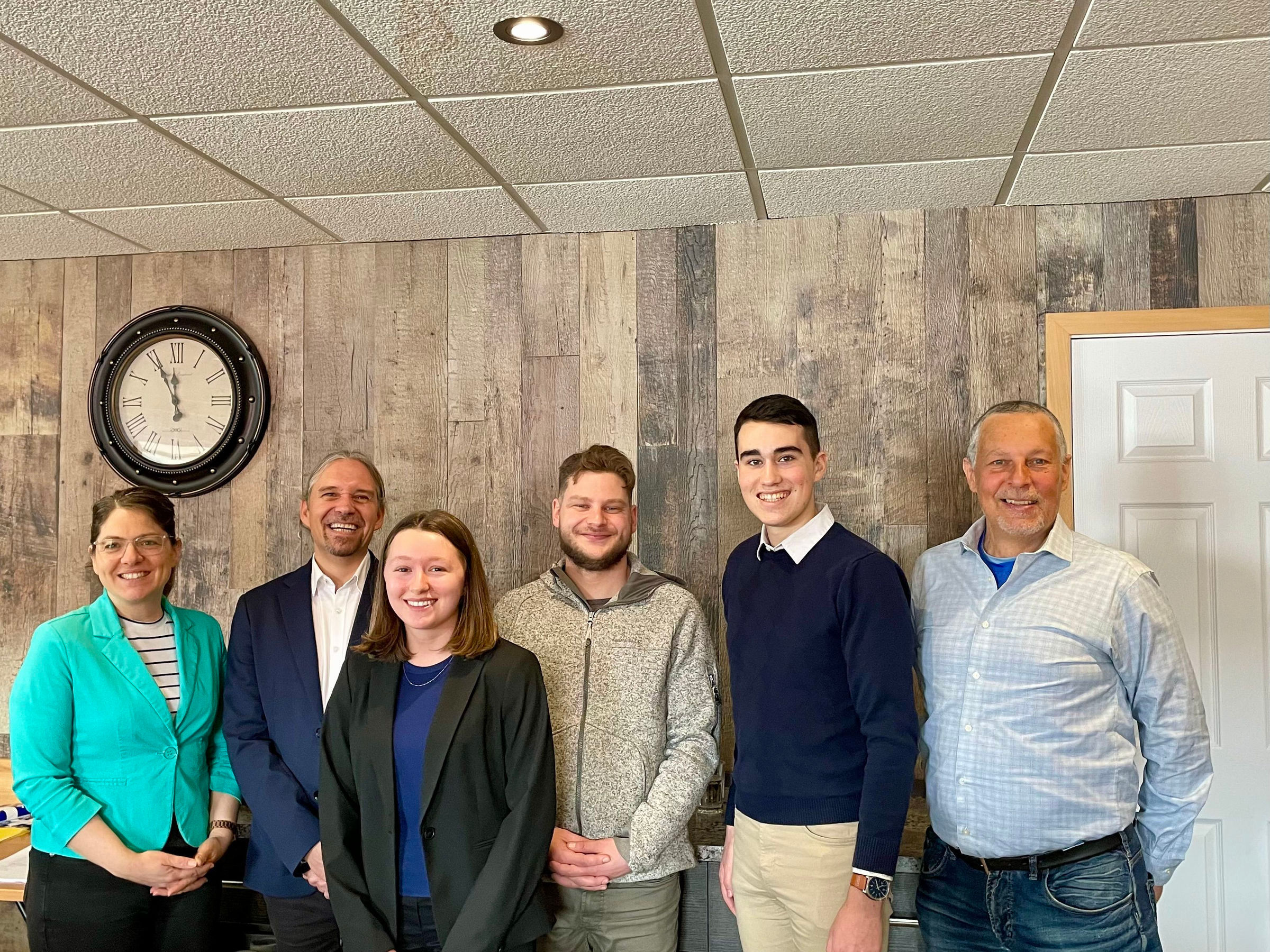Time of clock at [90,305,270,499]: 11:55
